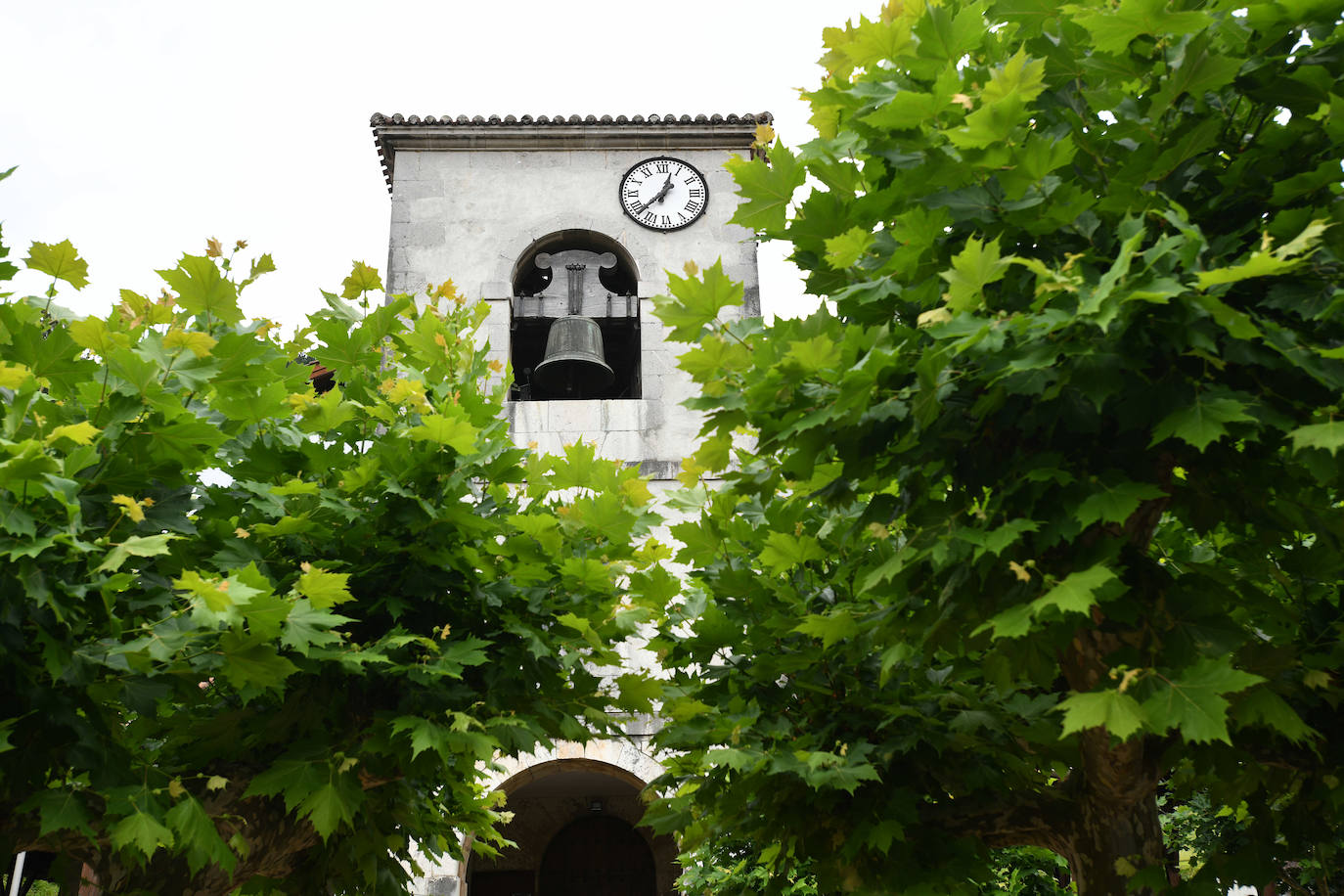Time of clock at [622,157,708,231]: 12:37
